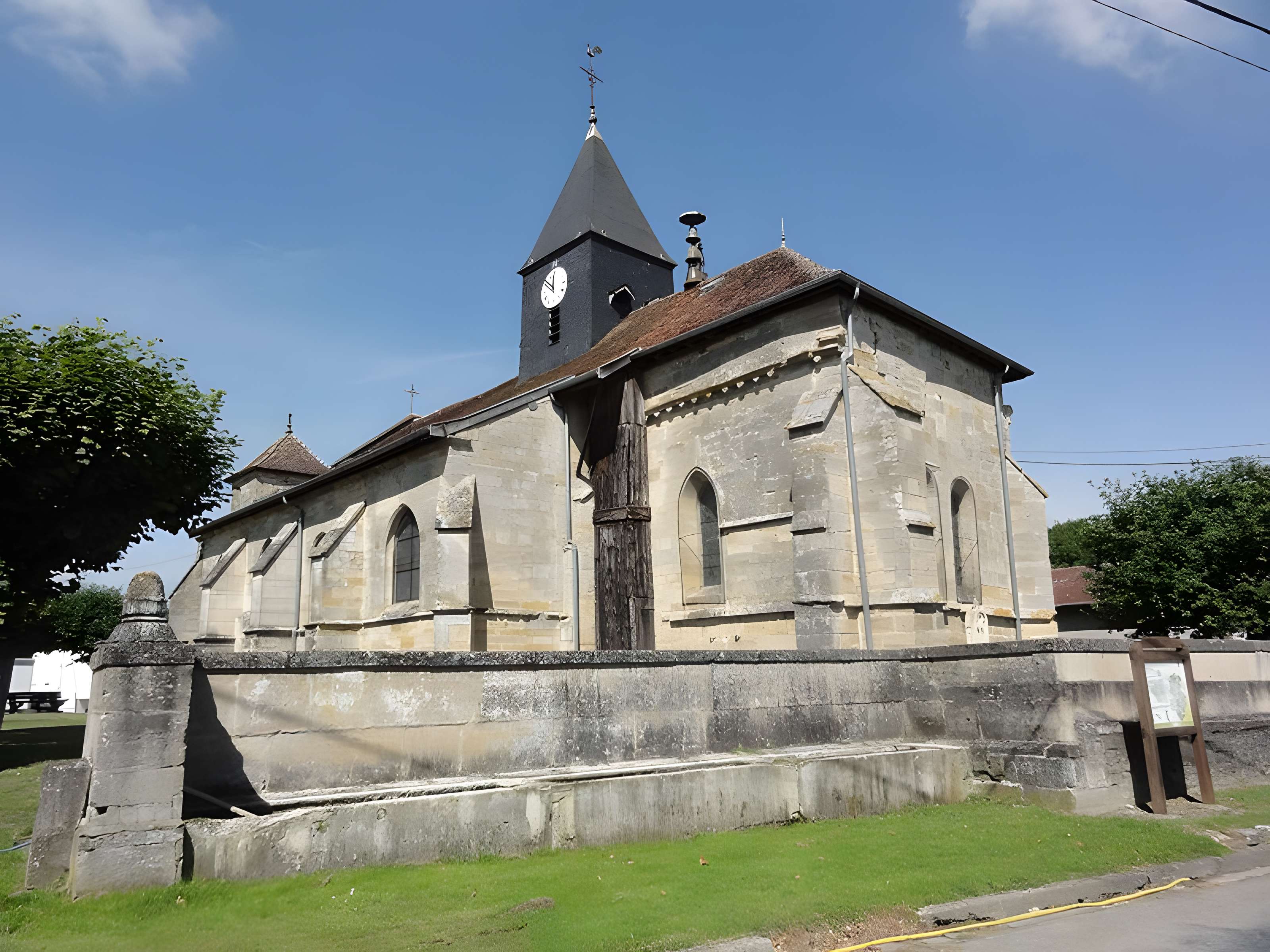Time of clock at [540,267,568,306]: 11:51
